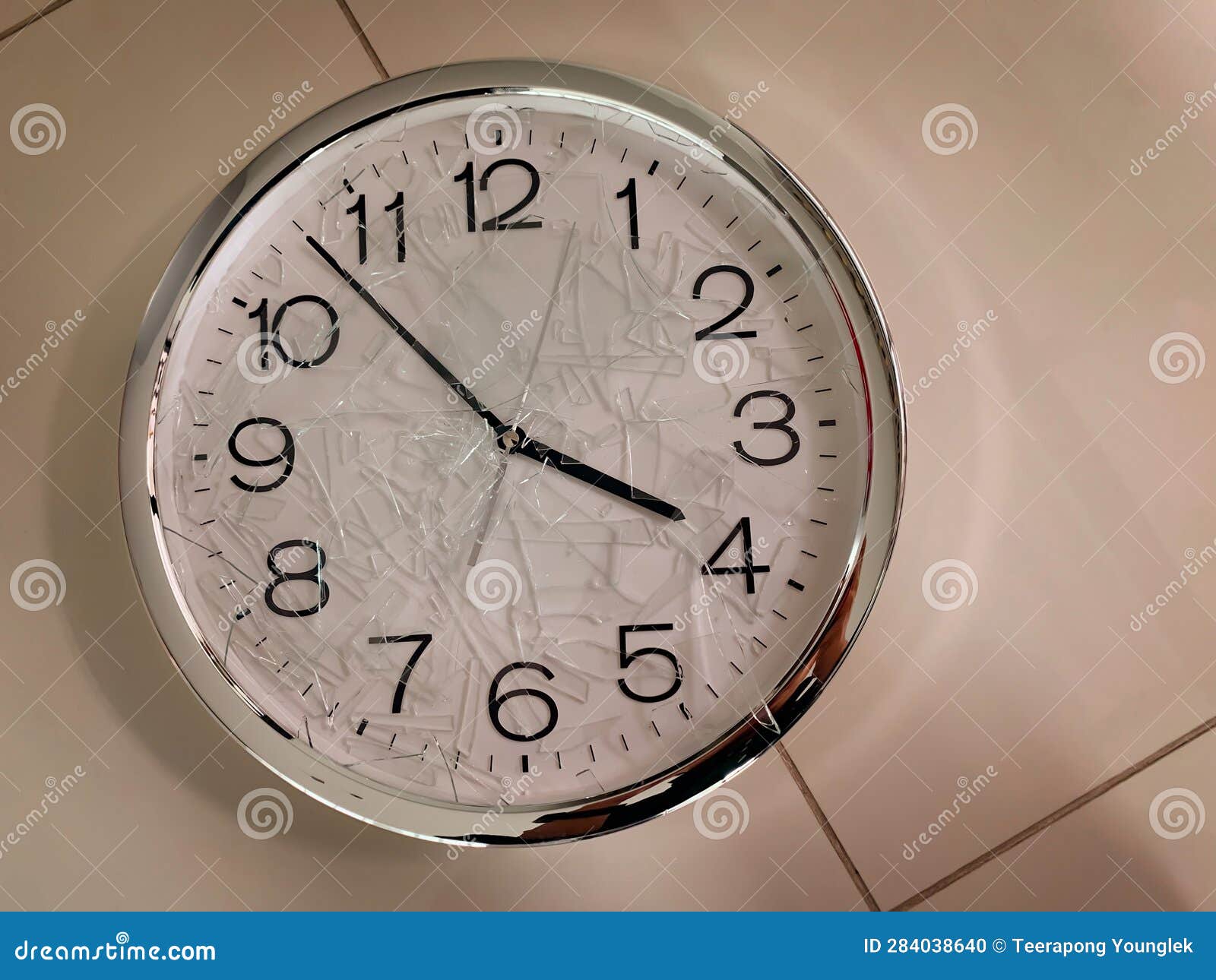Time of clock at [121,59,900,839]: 3:52
